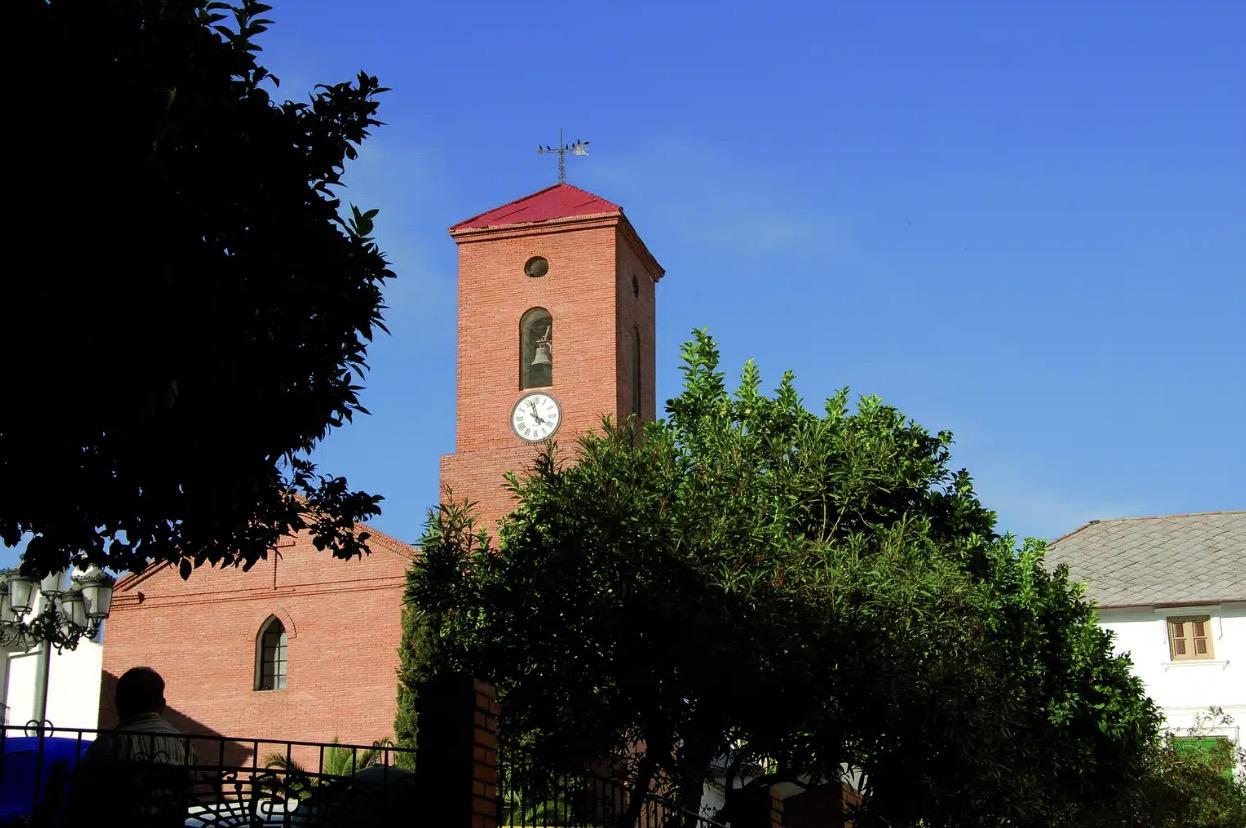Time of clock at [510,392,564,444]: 3:57
